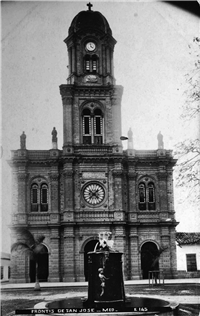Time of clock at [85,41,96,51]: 3:58
